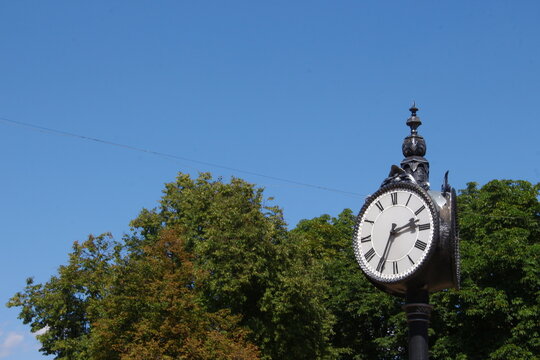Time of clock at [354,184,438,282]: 2:34
